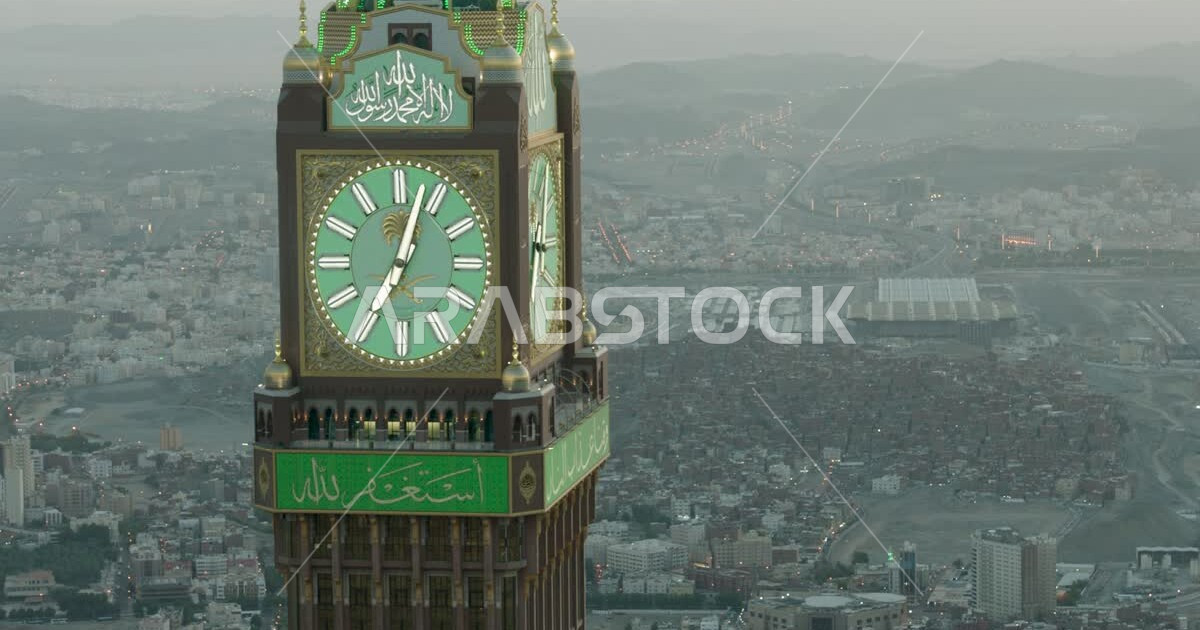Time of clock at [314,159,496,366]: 7:02
